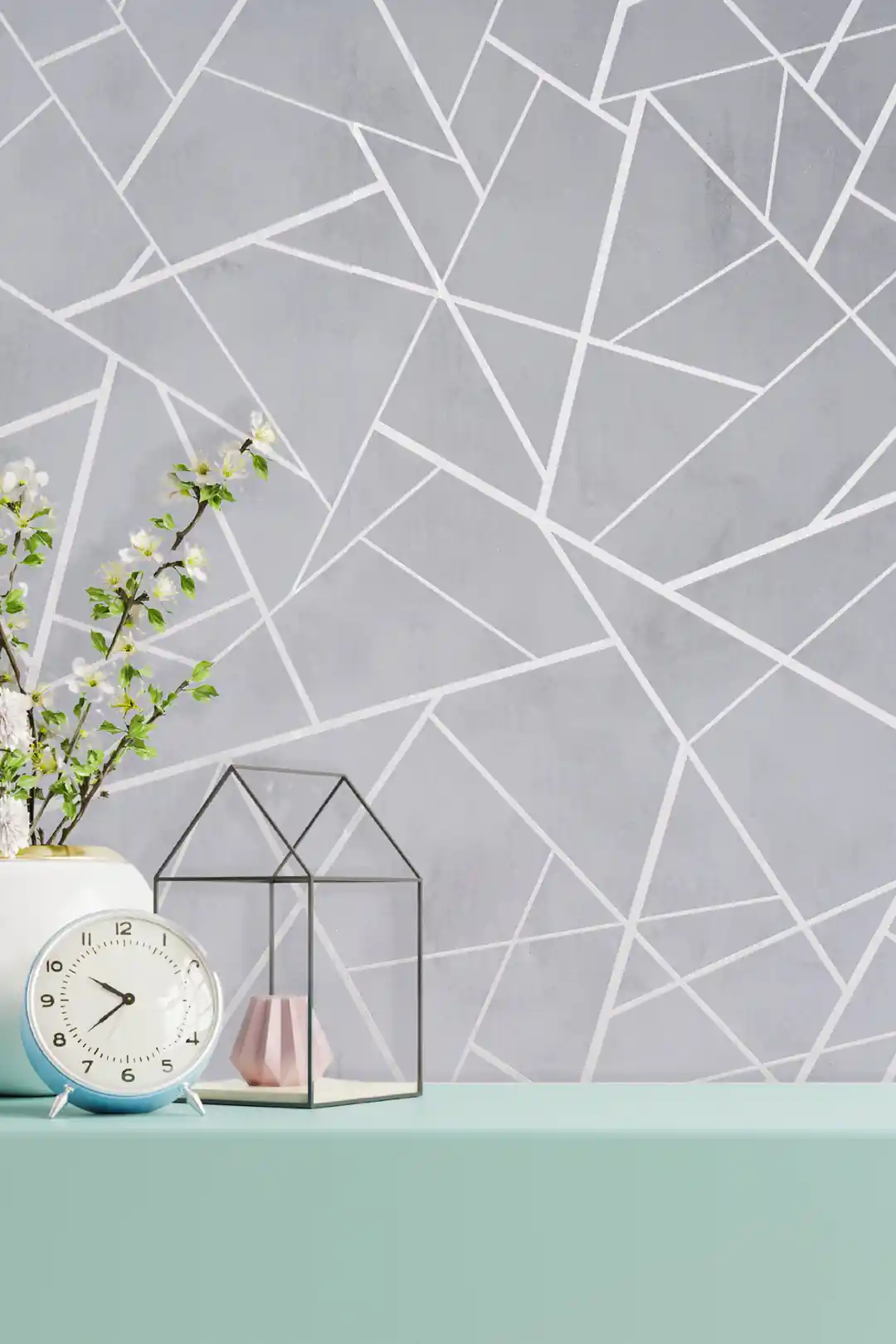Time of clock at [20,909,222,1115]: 7:50
